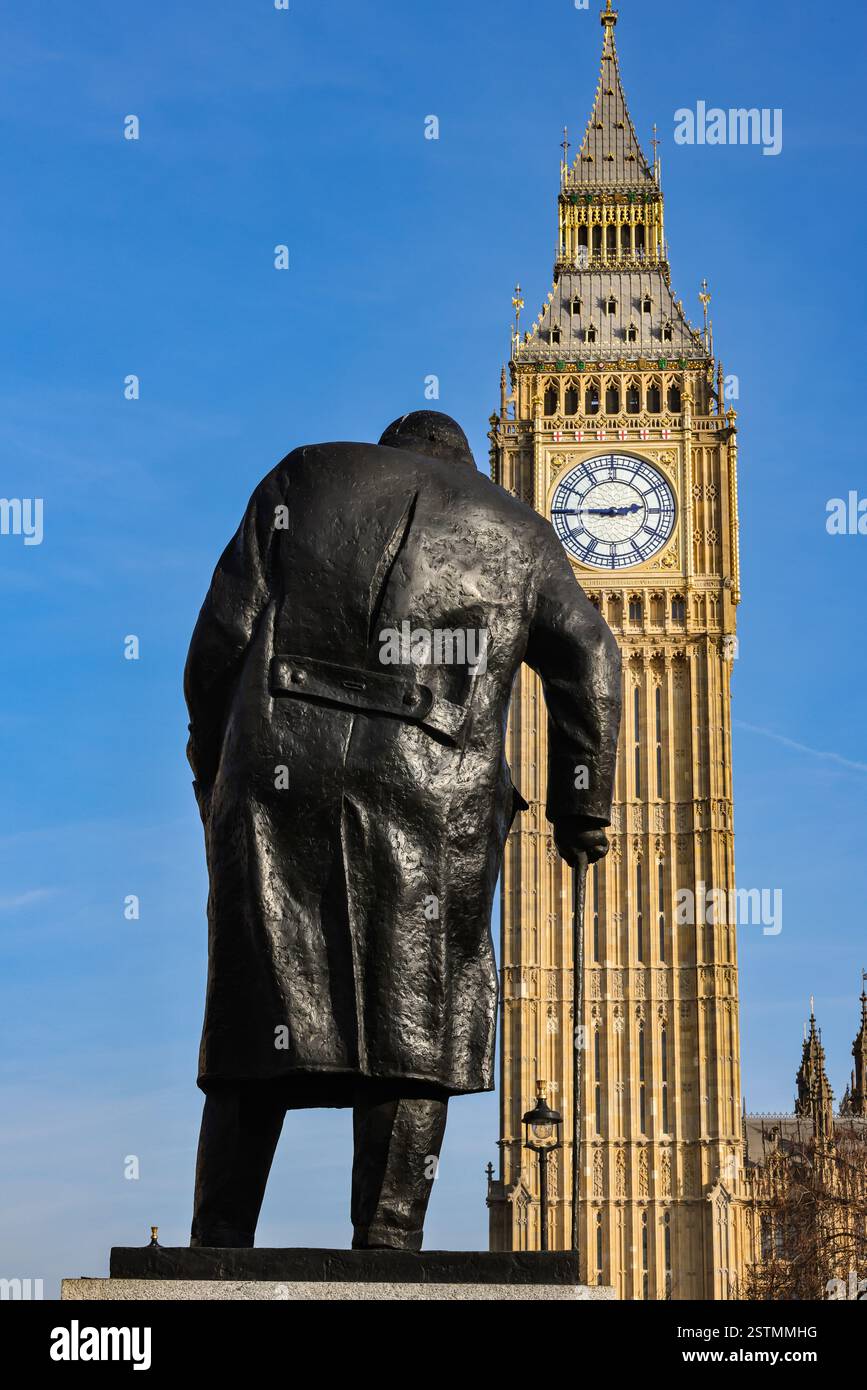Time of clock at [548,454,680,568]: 2:45
